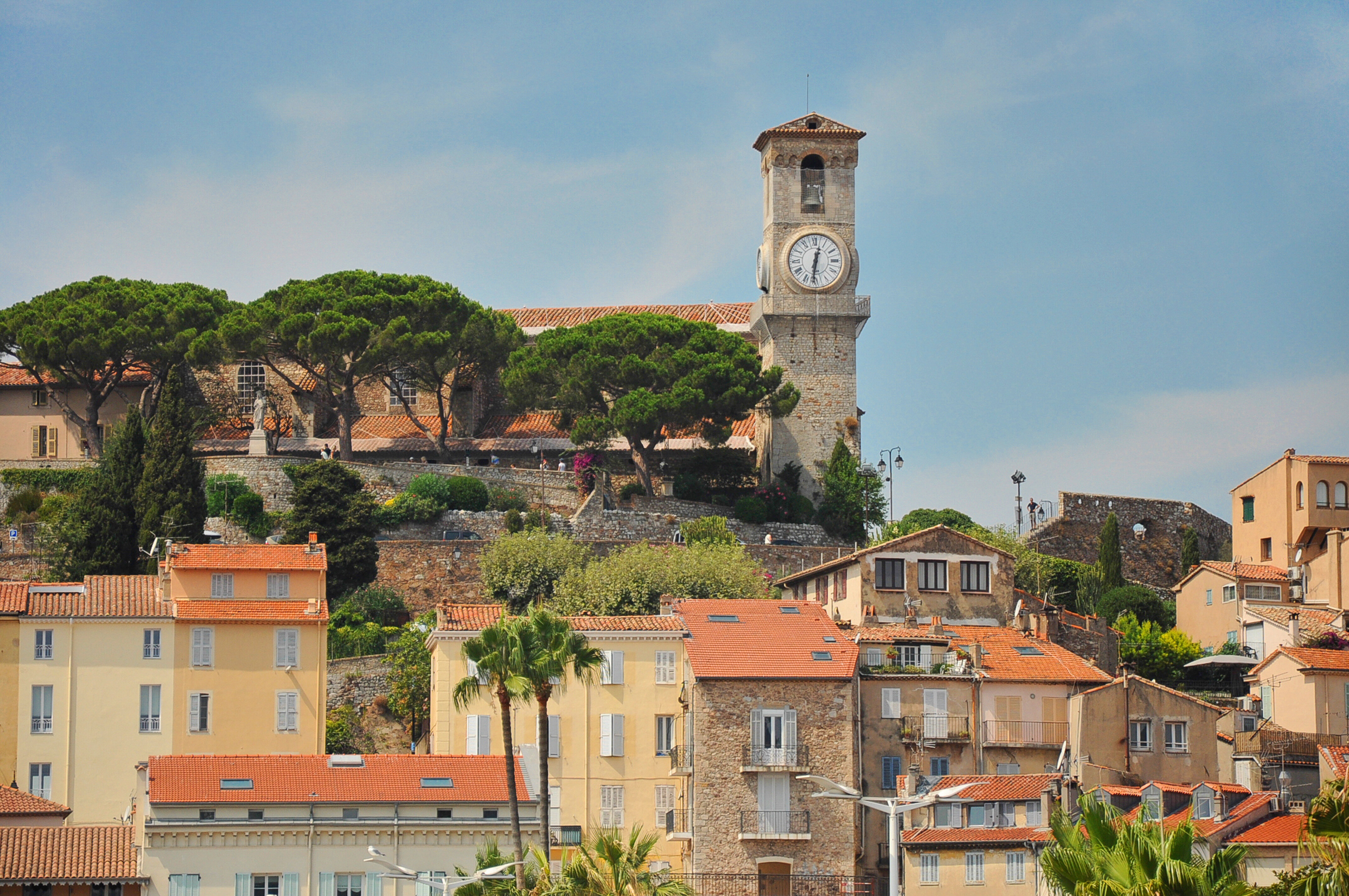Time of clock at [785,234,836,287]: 12:31
